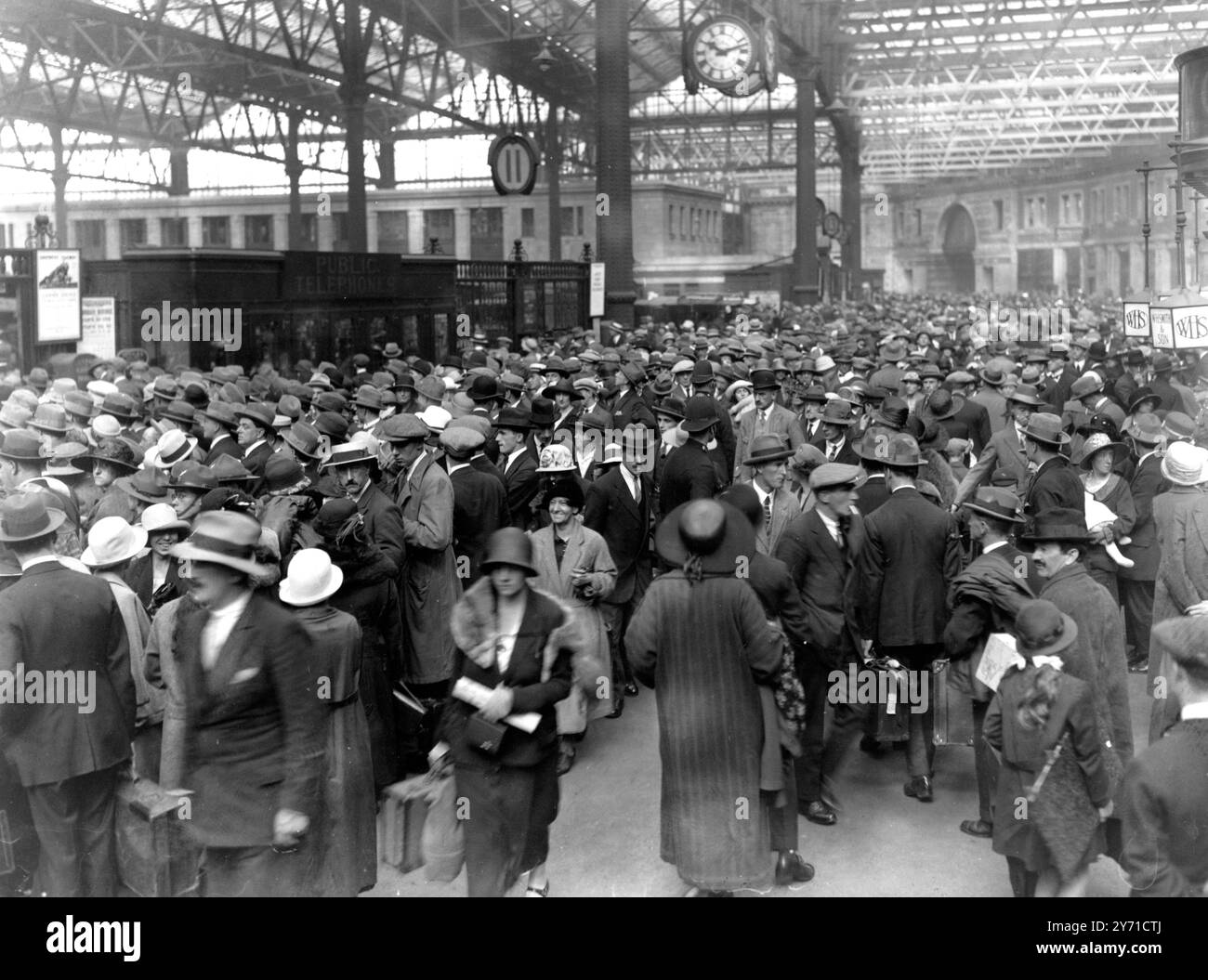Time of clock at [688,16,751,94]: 10:12
